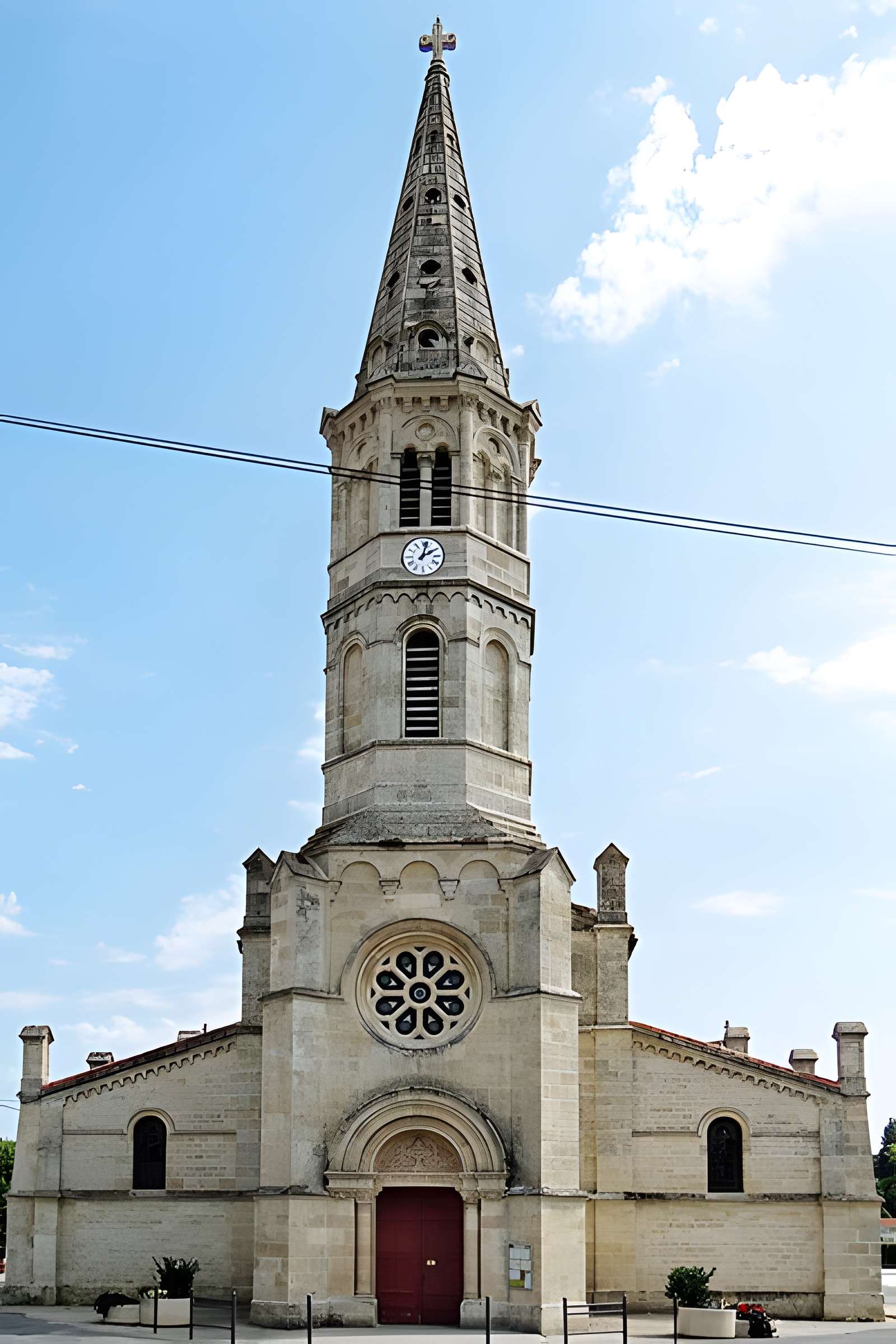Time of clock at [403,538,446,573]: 2:02
